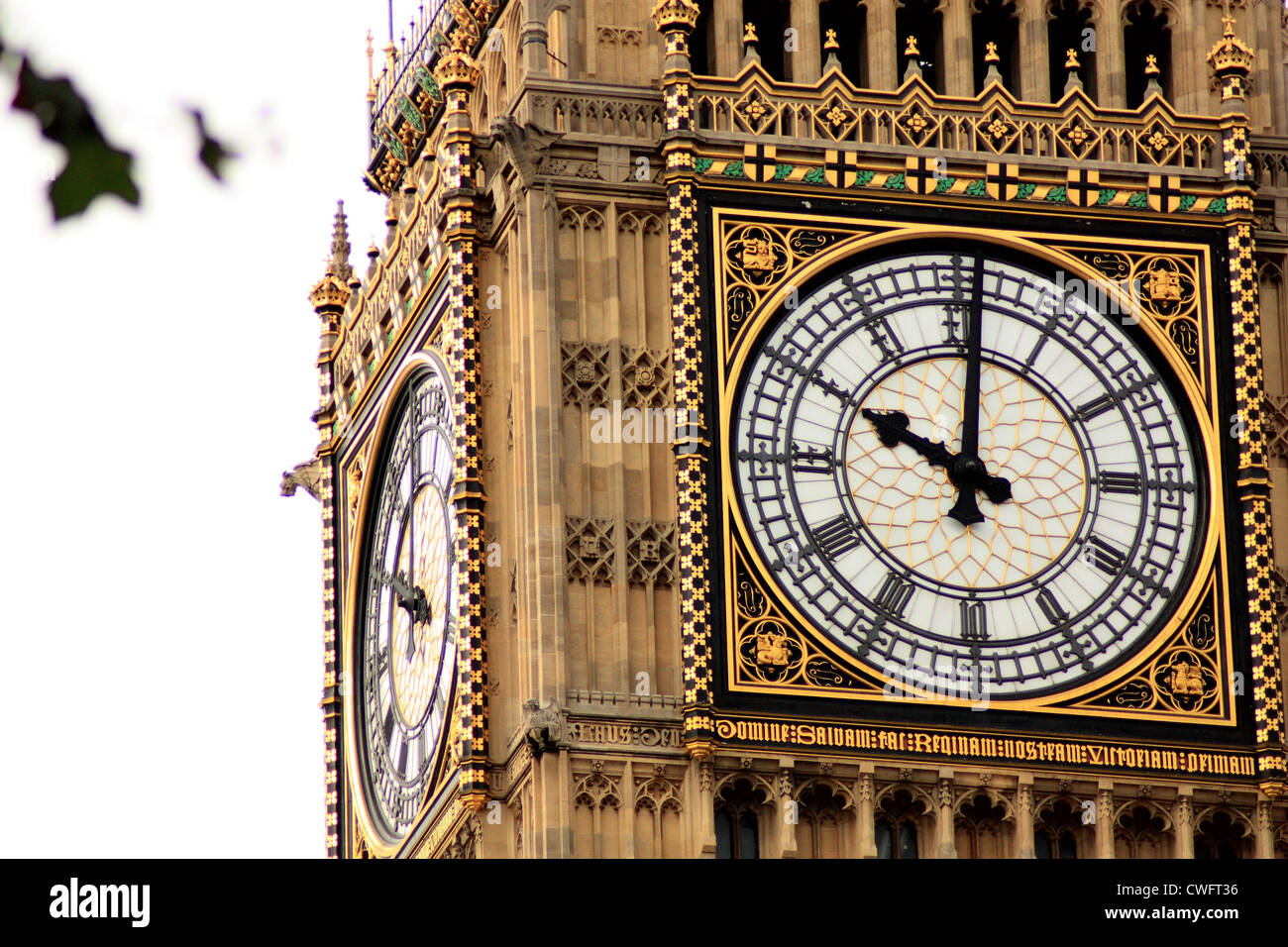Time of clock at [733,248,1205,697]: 10:00
